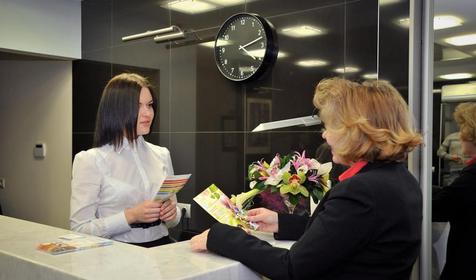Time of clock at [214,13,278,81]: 4:12
